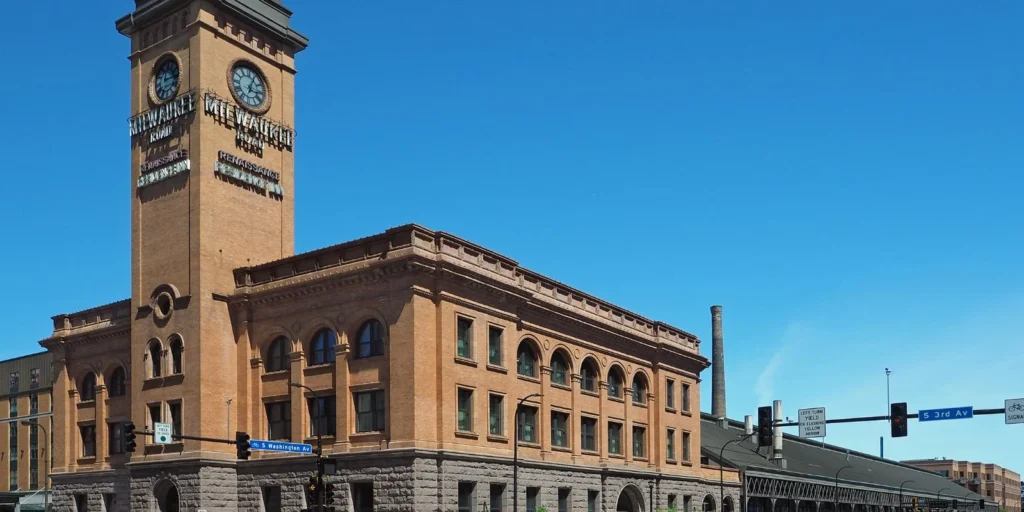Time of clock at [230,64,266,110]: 3:04
